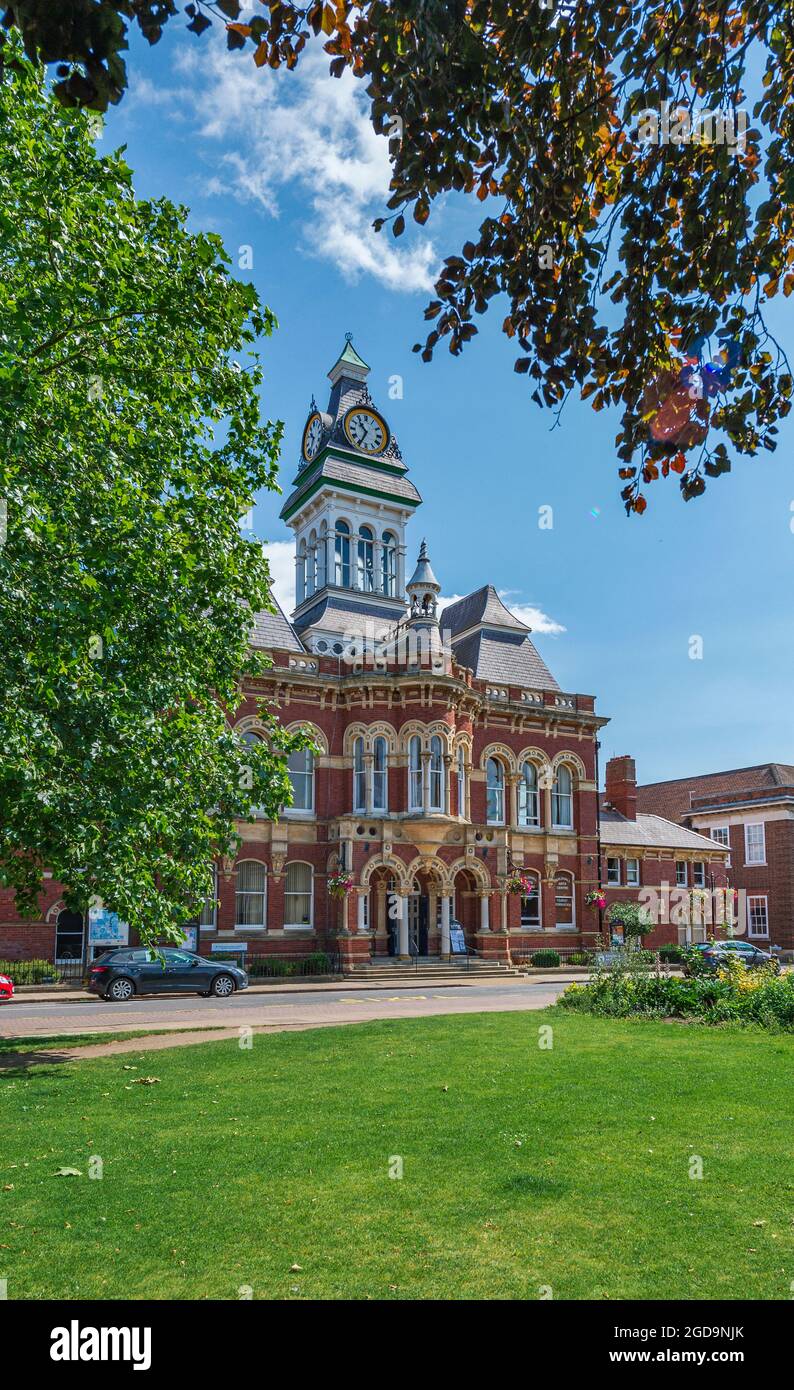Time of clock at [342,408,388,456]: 10:34
